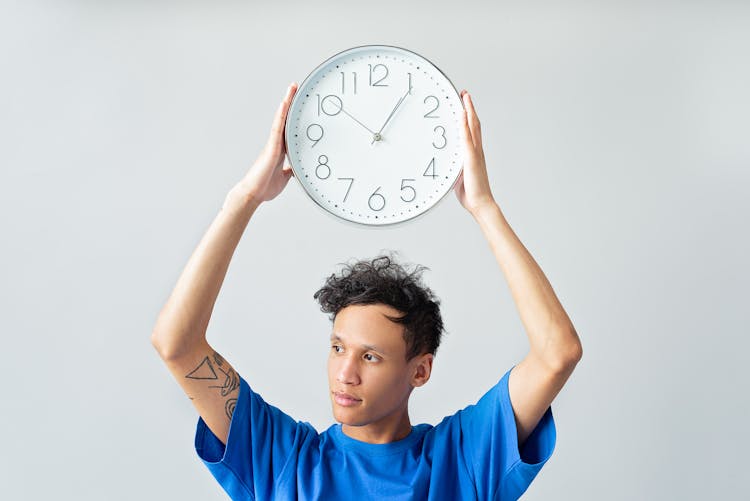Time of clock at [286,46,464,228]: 1:05
